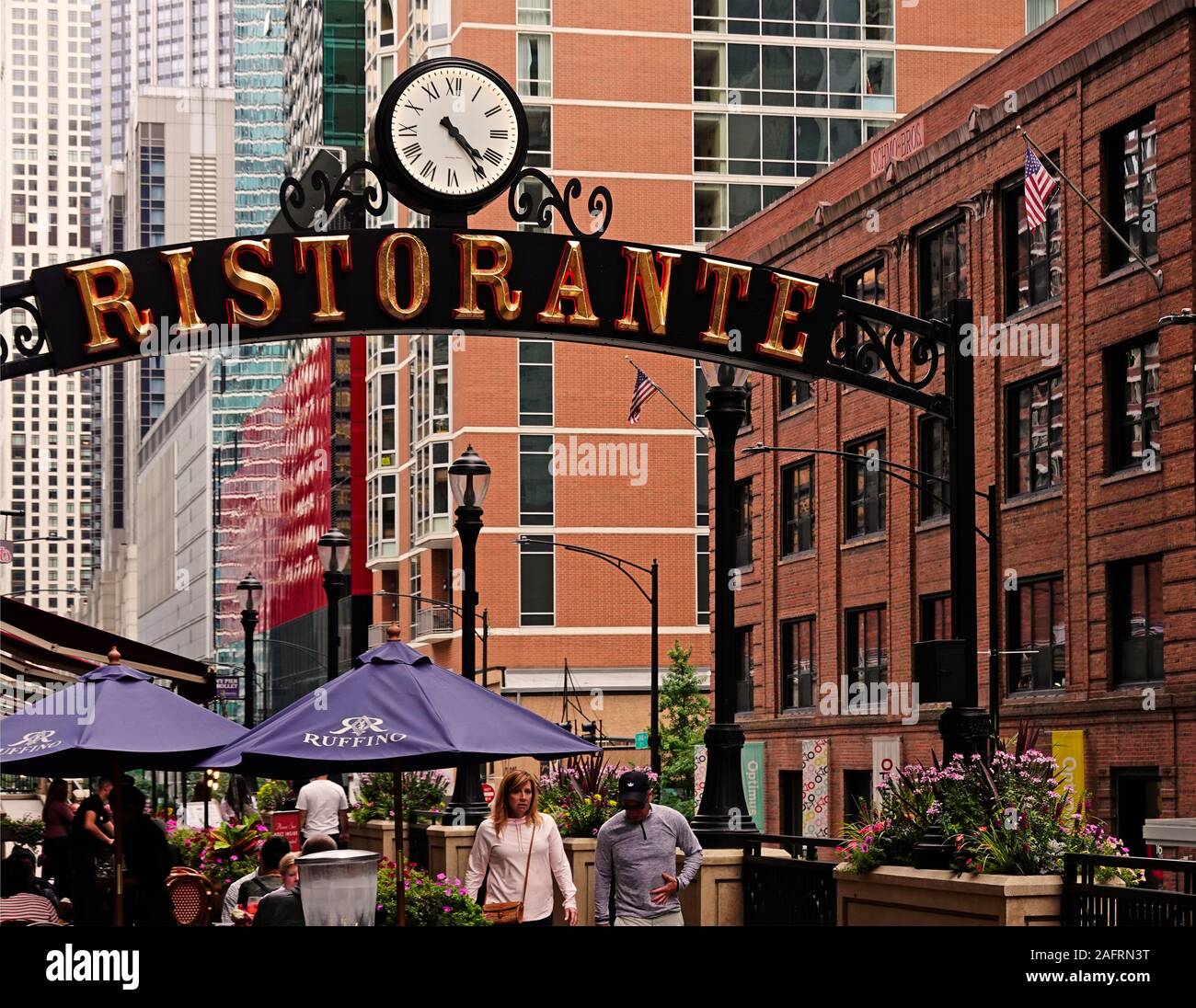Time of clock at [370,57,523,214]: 4:23
